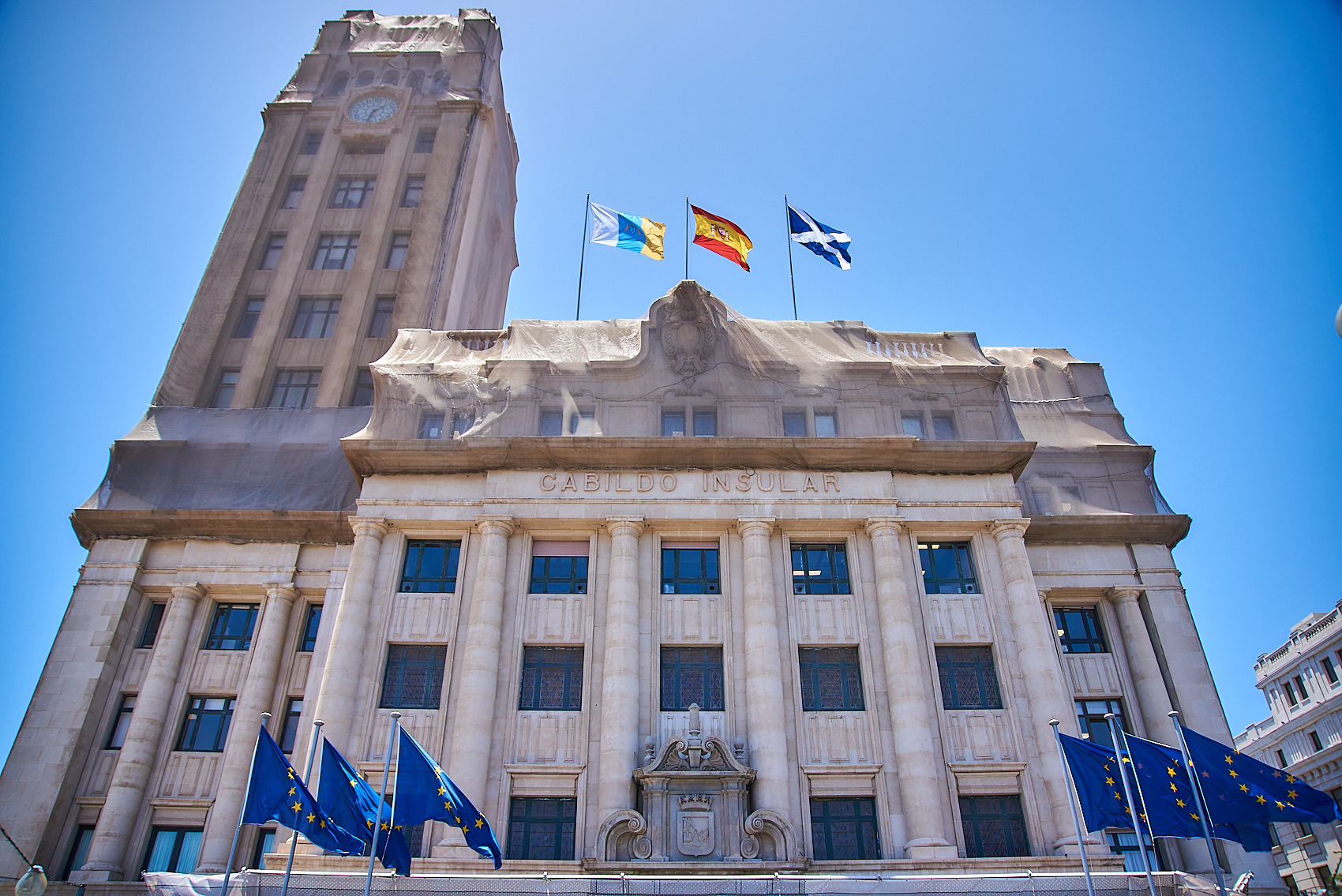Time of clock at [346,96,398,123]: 1:33
